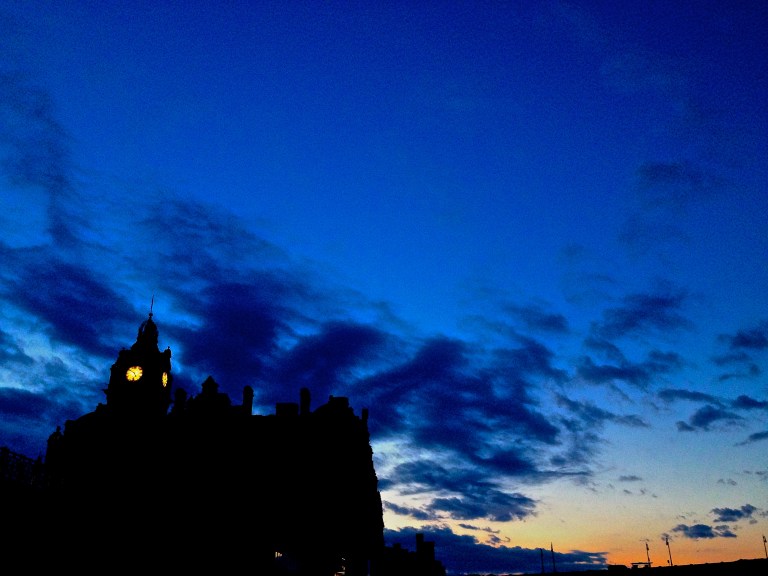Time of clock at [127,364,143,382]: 4:50
